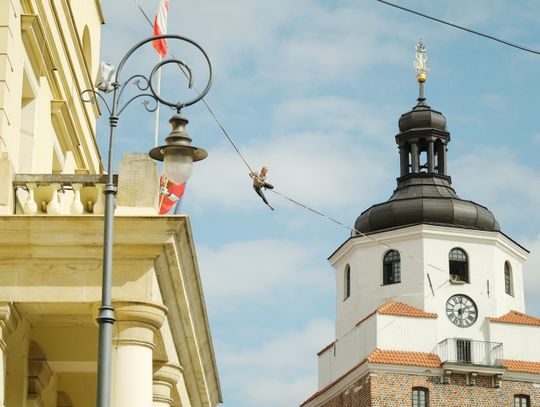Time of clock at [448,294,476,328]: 6:08
